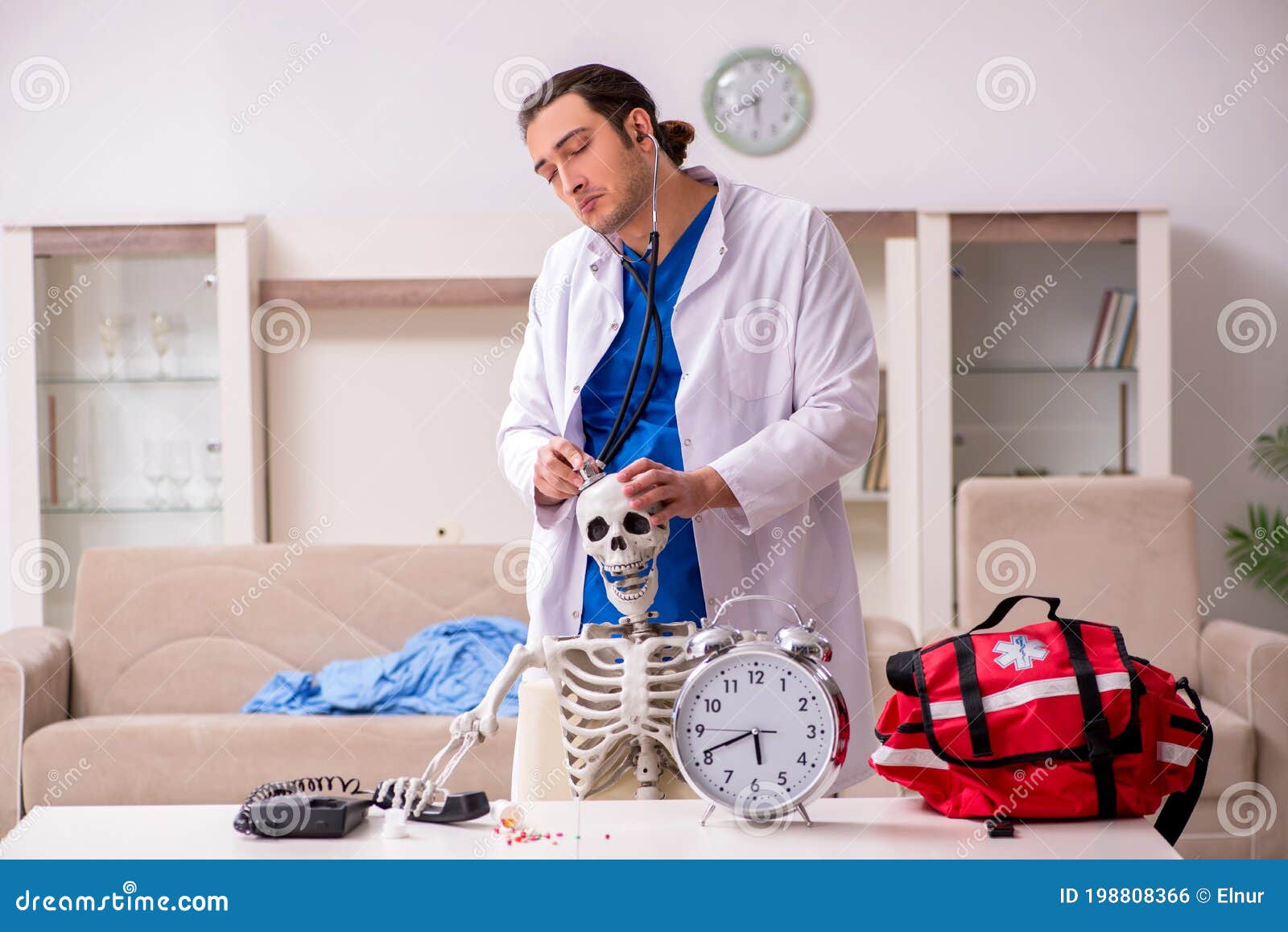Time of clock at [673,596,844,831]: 5:41
